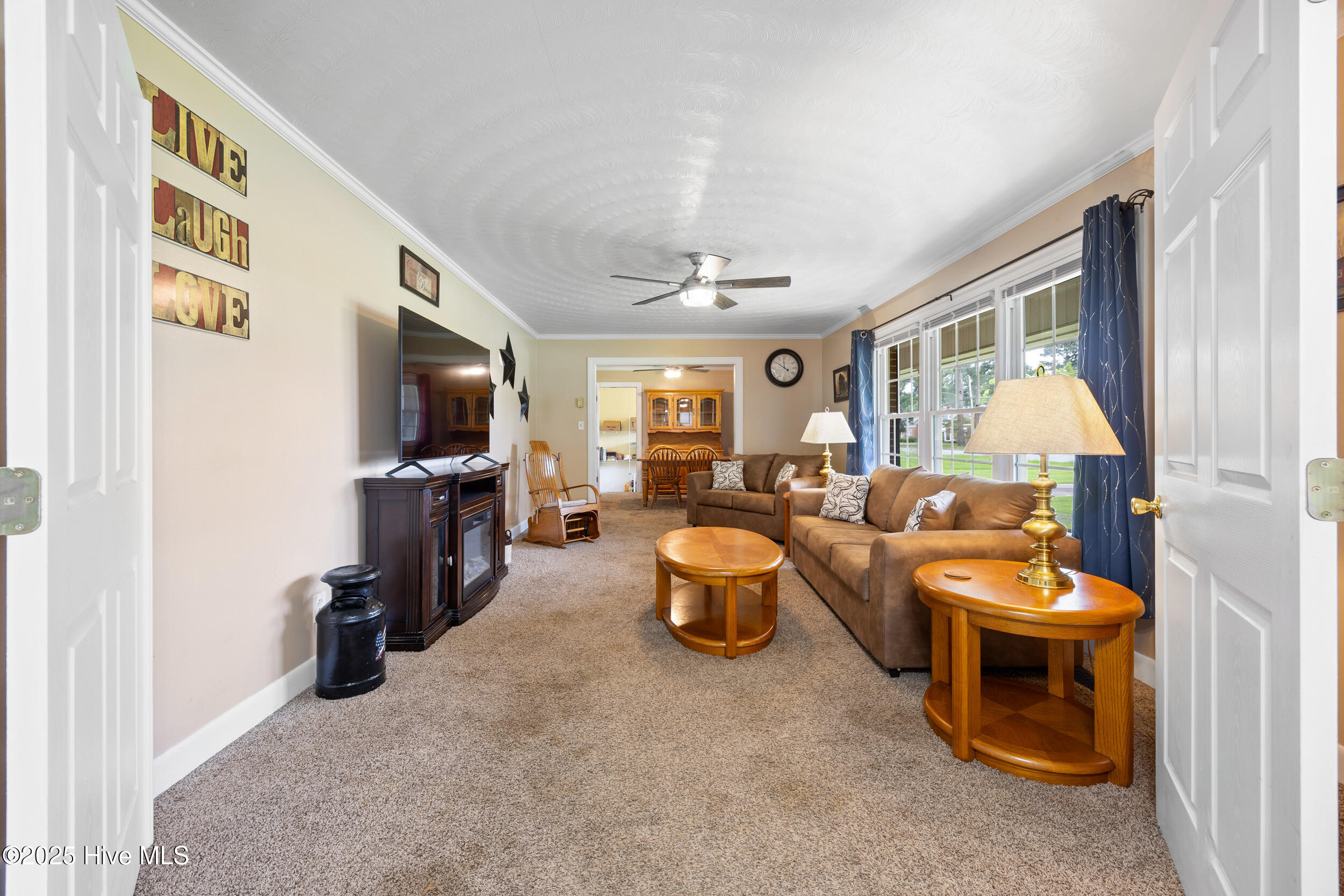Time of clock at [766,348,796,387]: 11:50
